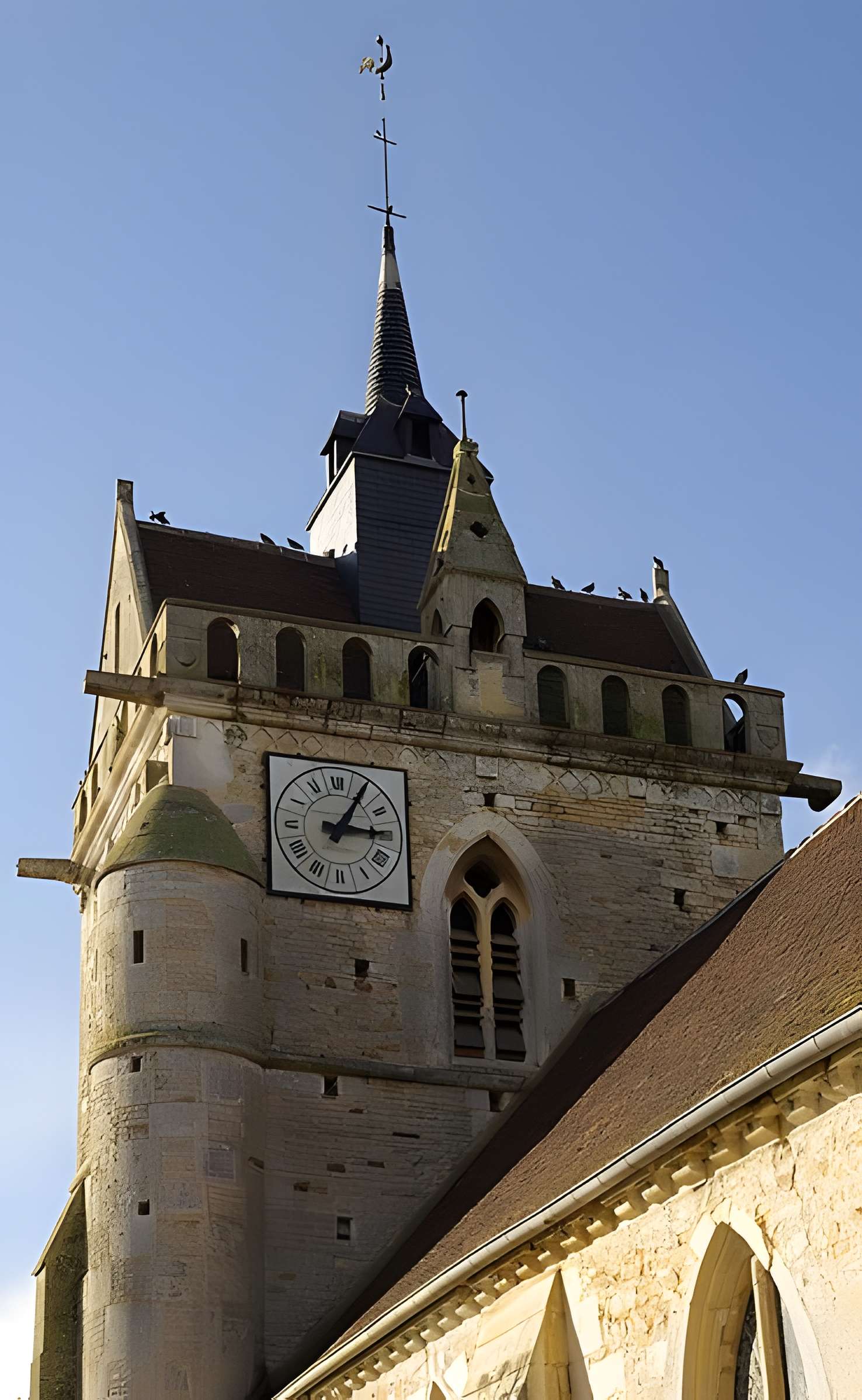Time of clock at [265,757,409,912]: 3:05
